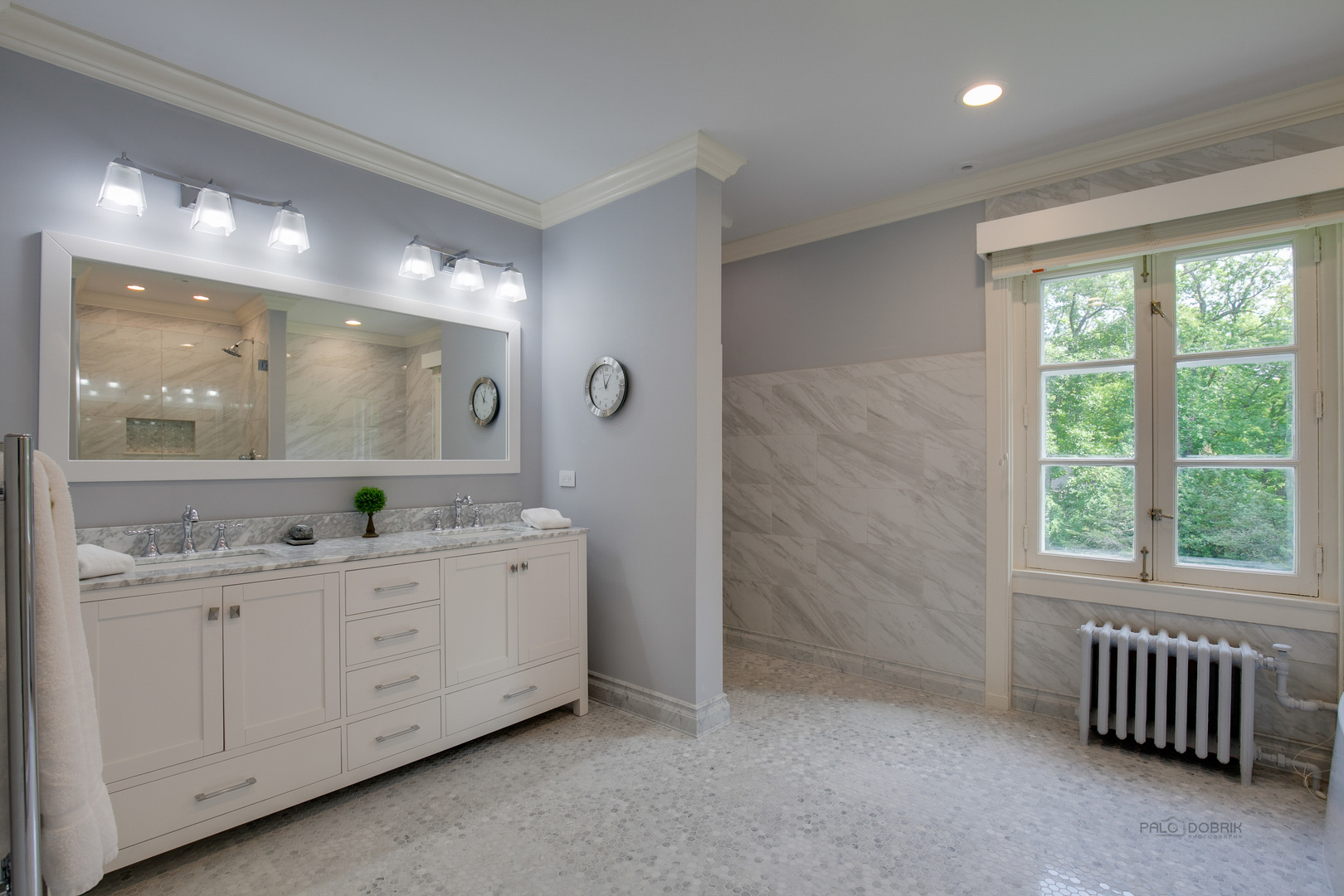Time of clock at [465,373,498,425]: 11:02
